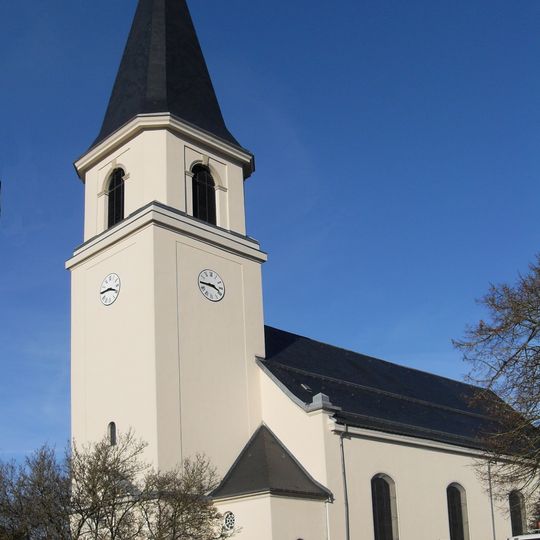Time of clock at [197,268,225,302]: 3:44
